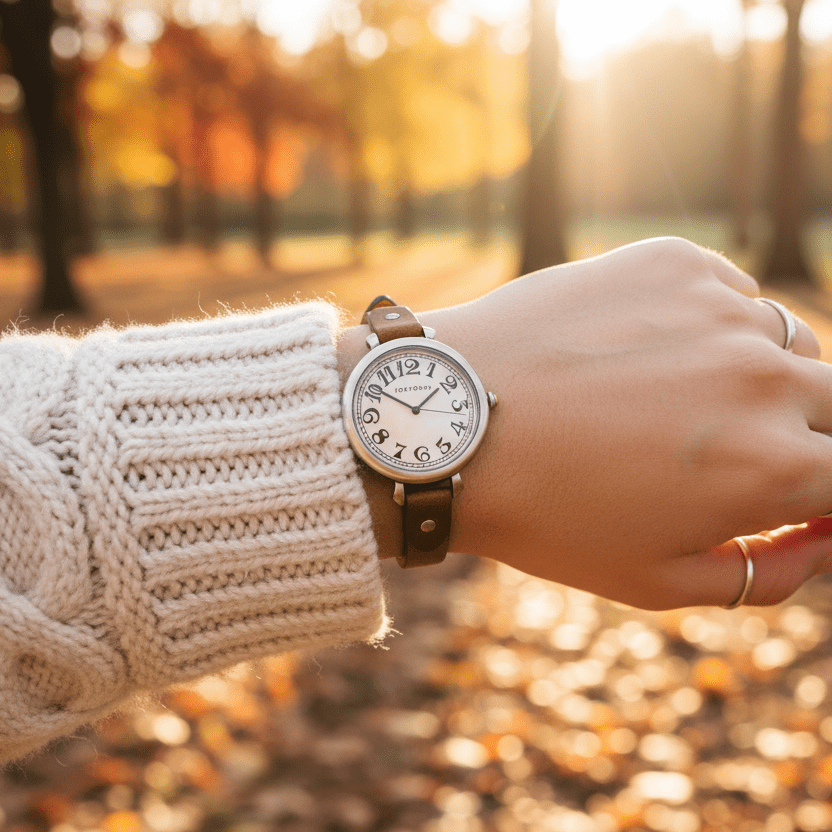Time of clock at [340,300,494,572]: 1:50
